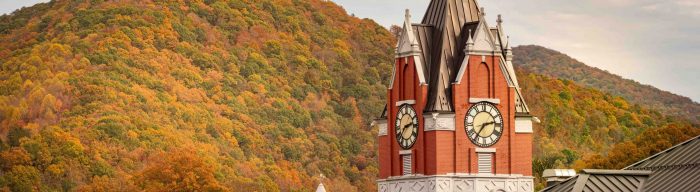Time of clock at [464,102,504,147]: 2:36
